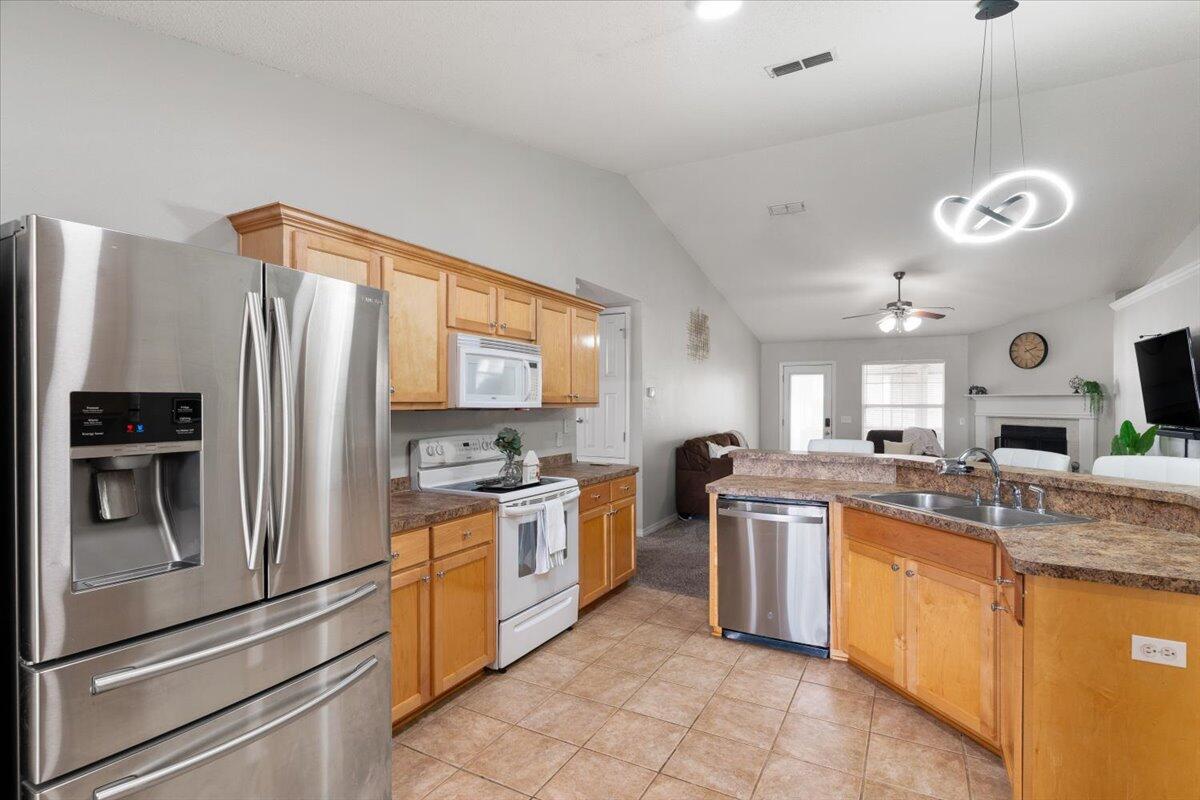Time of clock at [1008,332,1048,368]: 2:22
